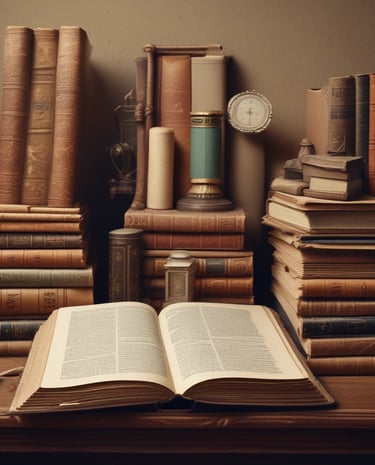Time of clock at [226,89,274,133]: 8:28
